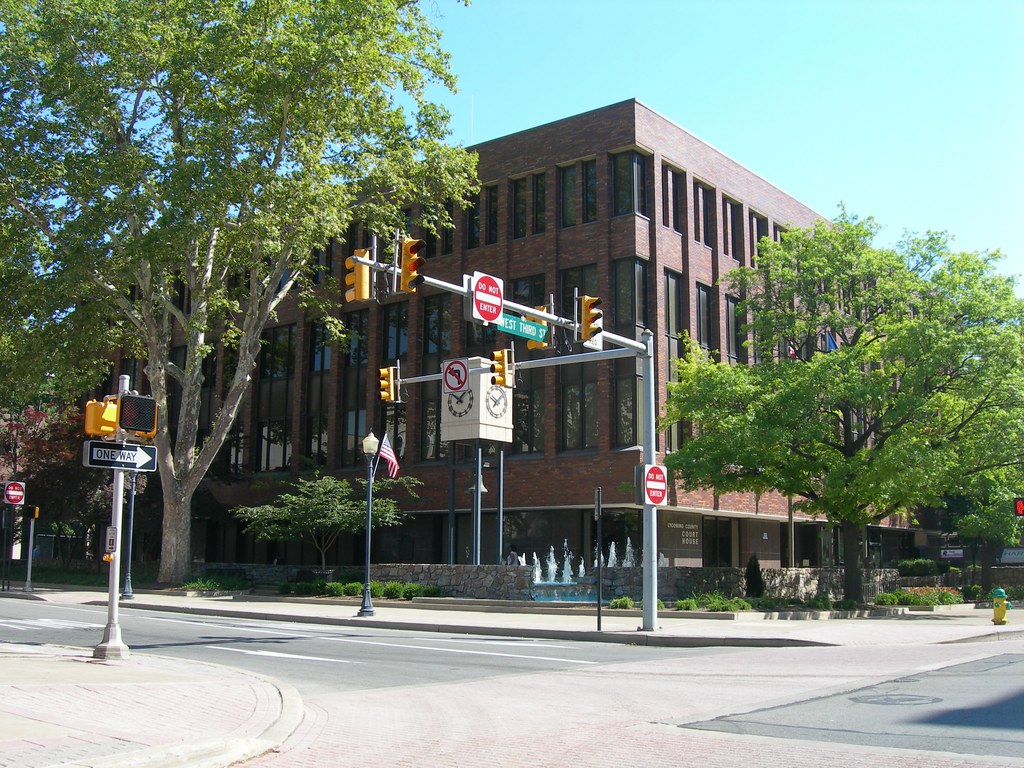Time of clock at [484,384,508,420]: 10:07
